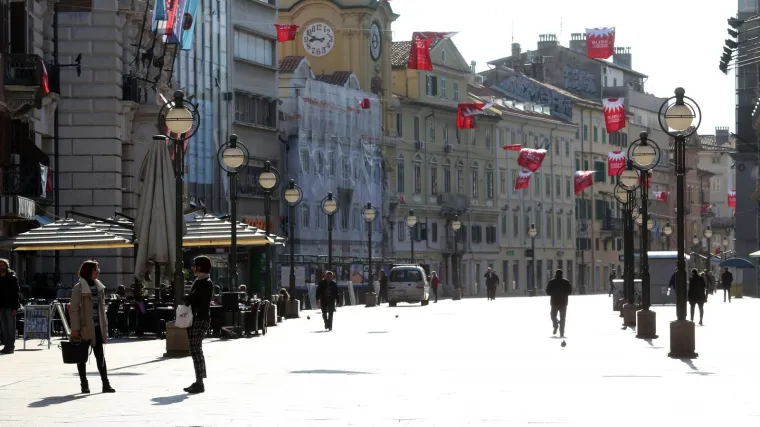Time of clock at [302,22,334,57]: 8:48
